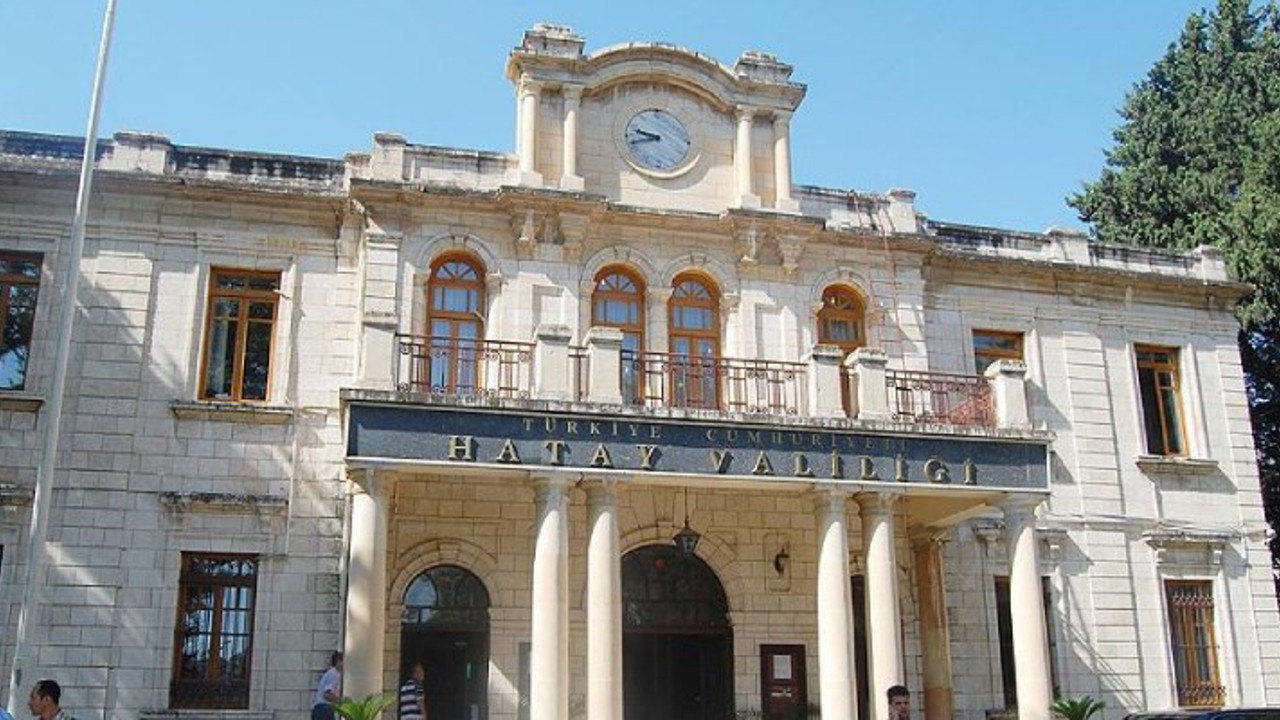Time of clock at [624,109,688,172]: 9:42
